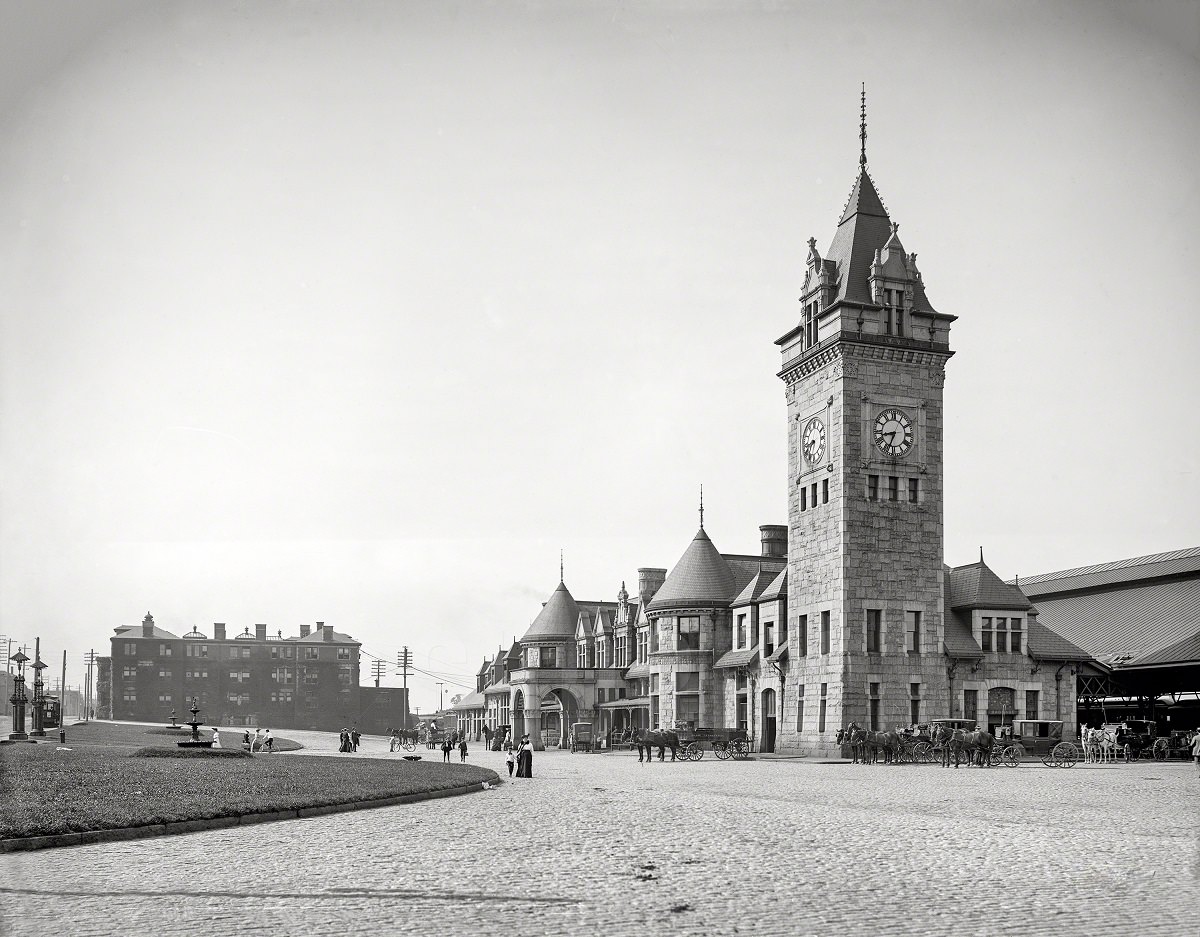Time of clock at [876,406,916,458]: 8:33
